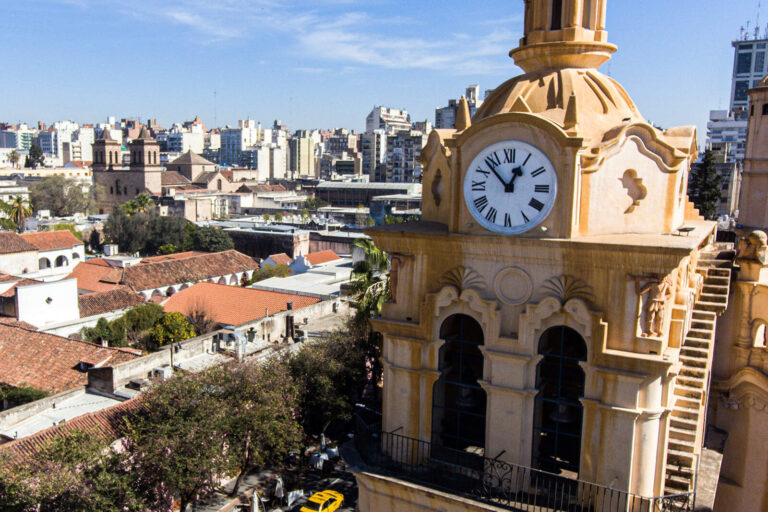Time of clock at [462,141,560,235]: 12:52
